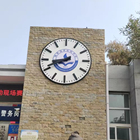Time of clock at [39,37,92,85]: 8:41
